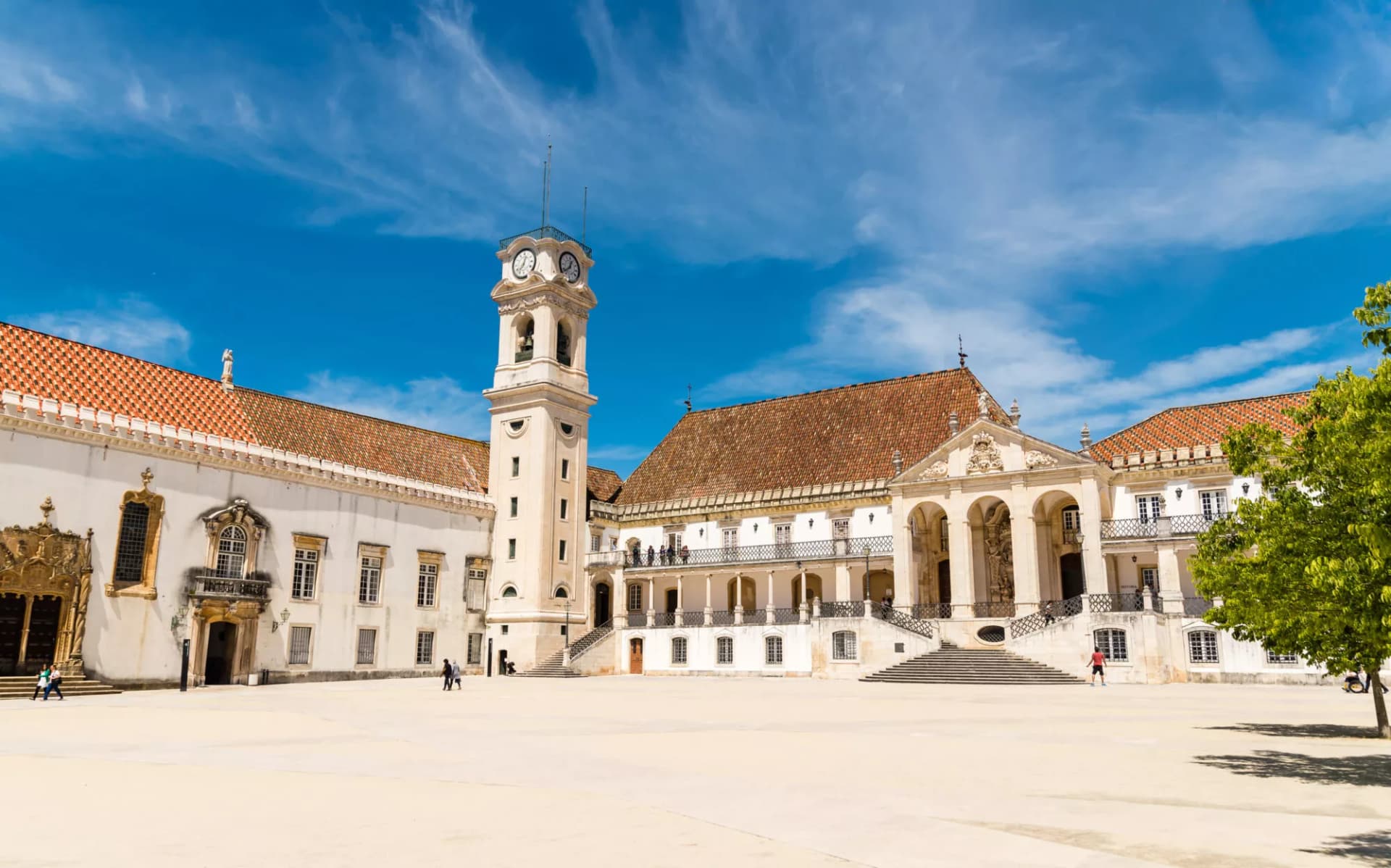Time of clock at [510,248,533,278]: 12:36
